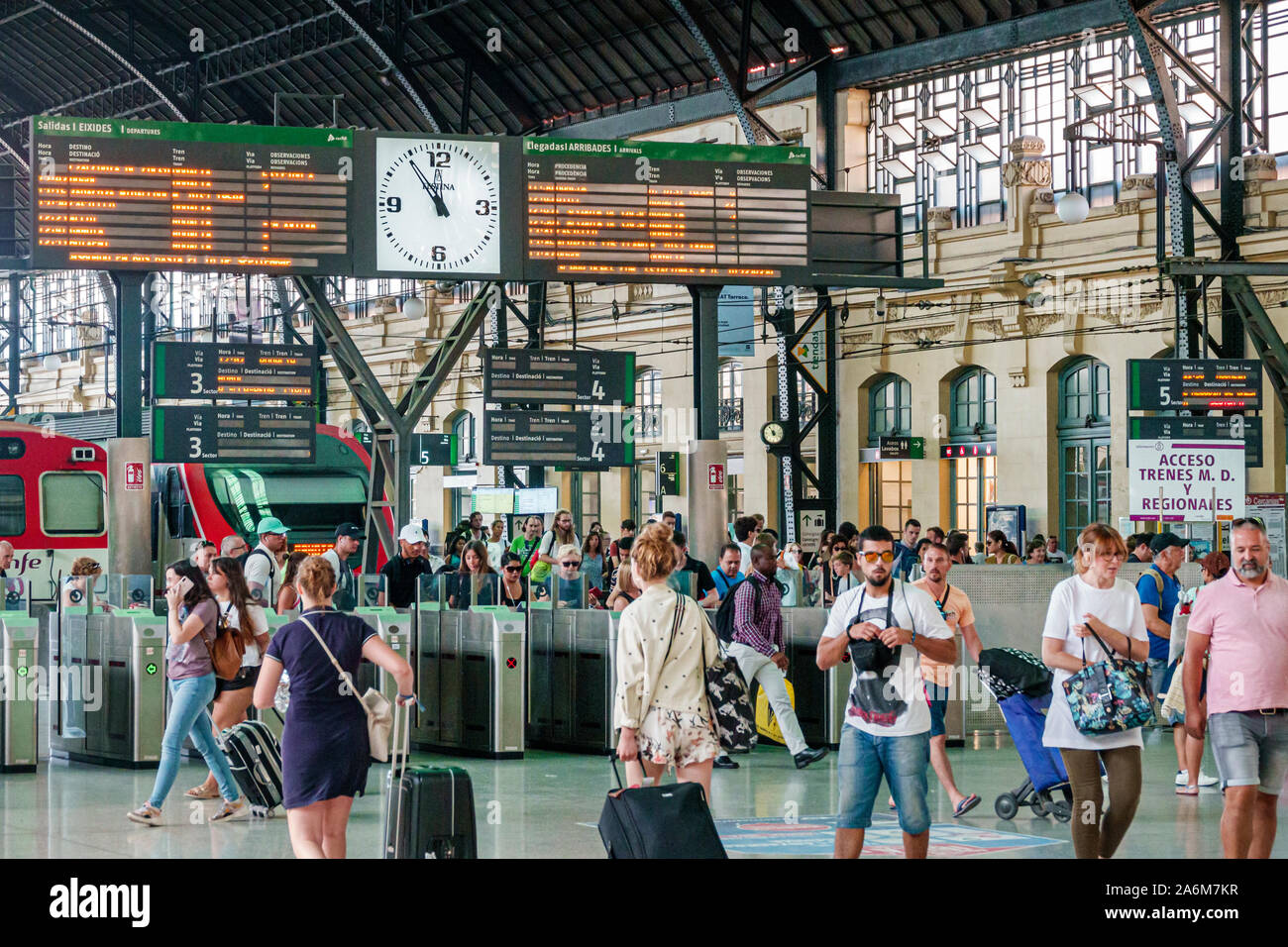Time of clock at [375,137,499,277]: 11:54
